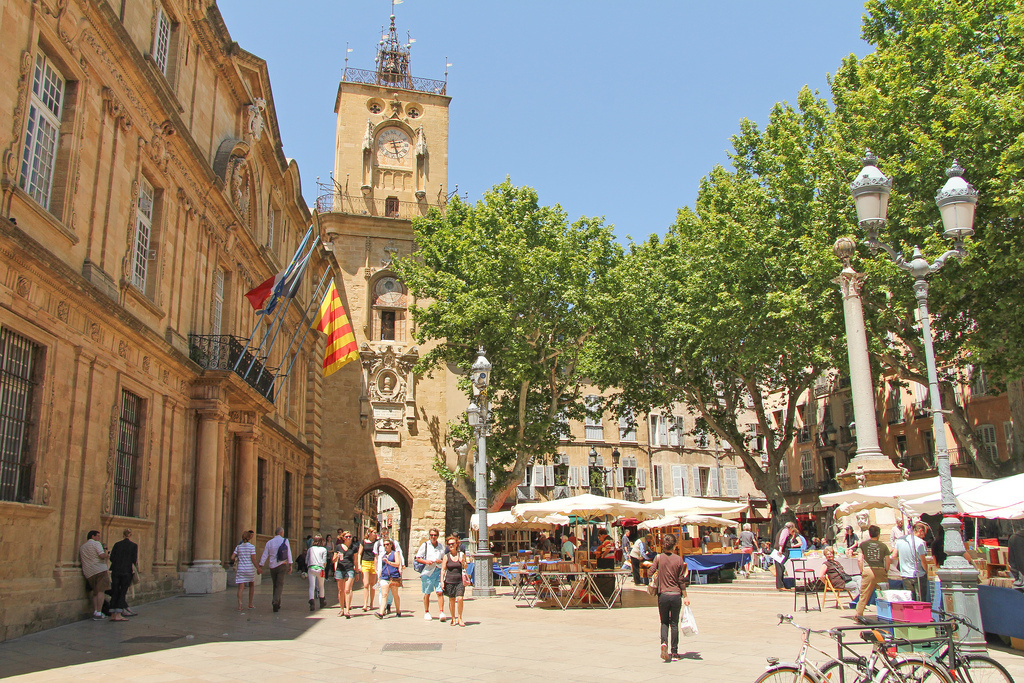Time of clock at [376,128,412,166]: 2:27
